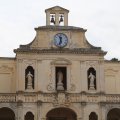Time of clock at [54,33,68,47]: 11:32
